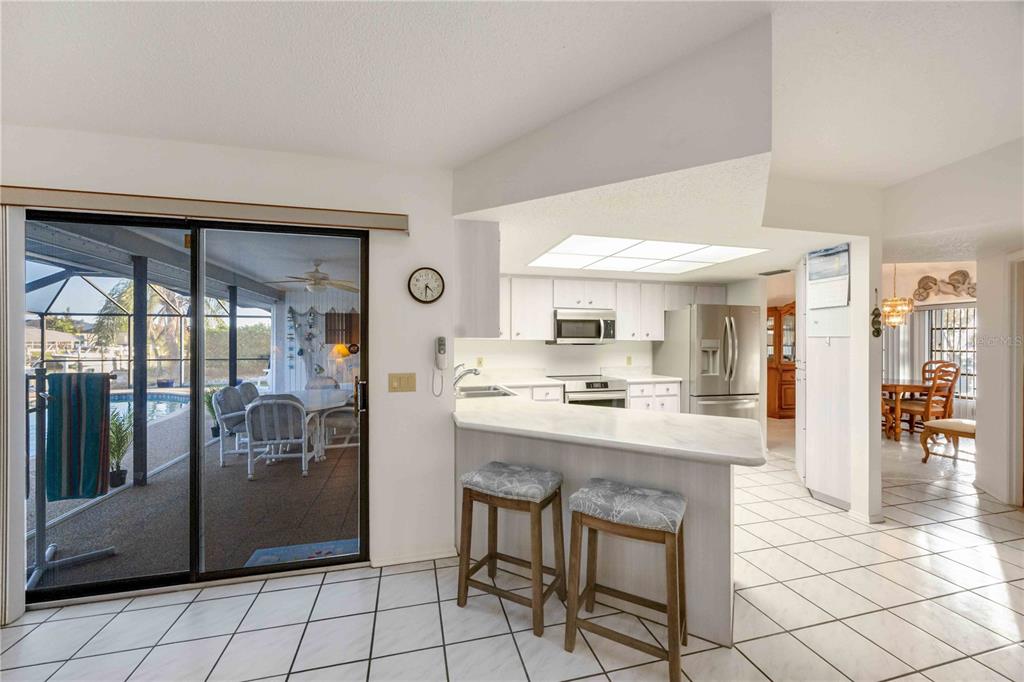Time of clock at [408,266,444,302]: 4:30
